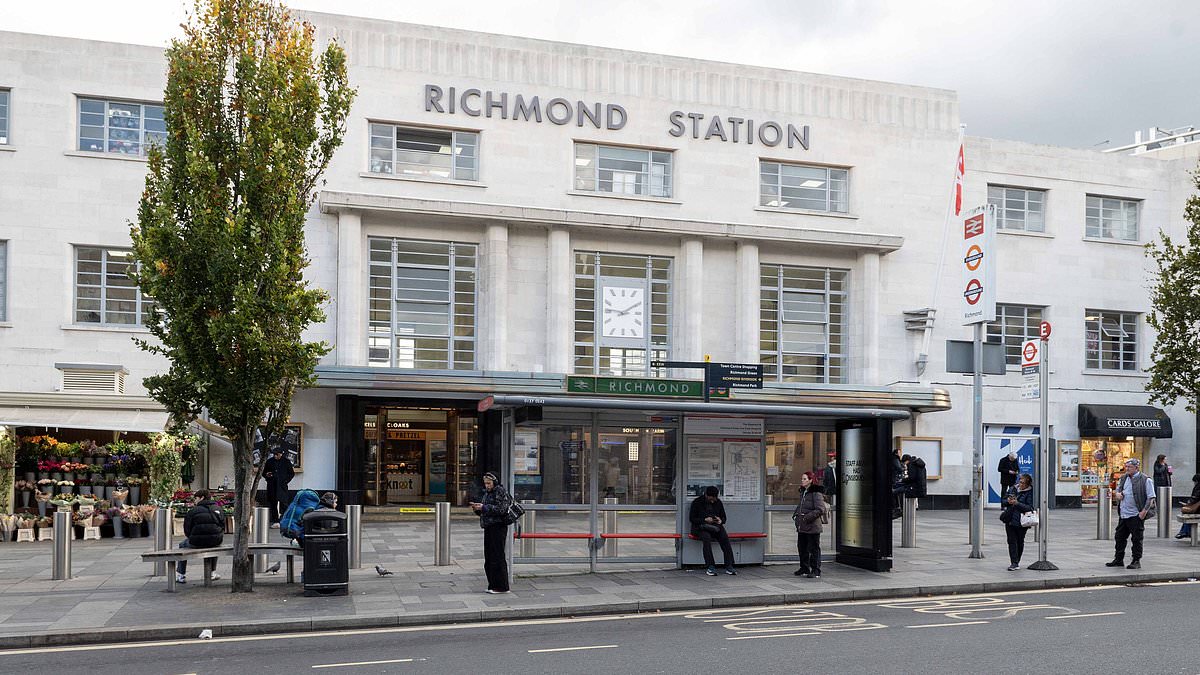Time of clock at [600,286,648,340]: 9:10
